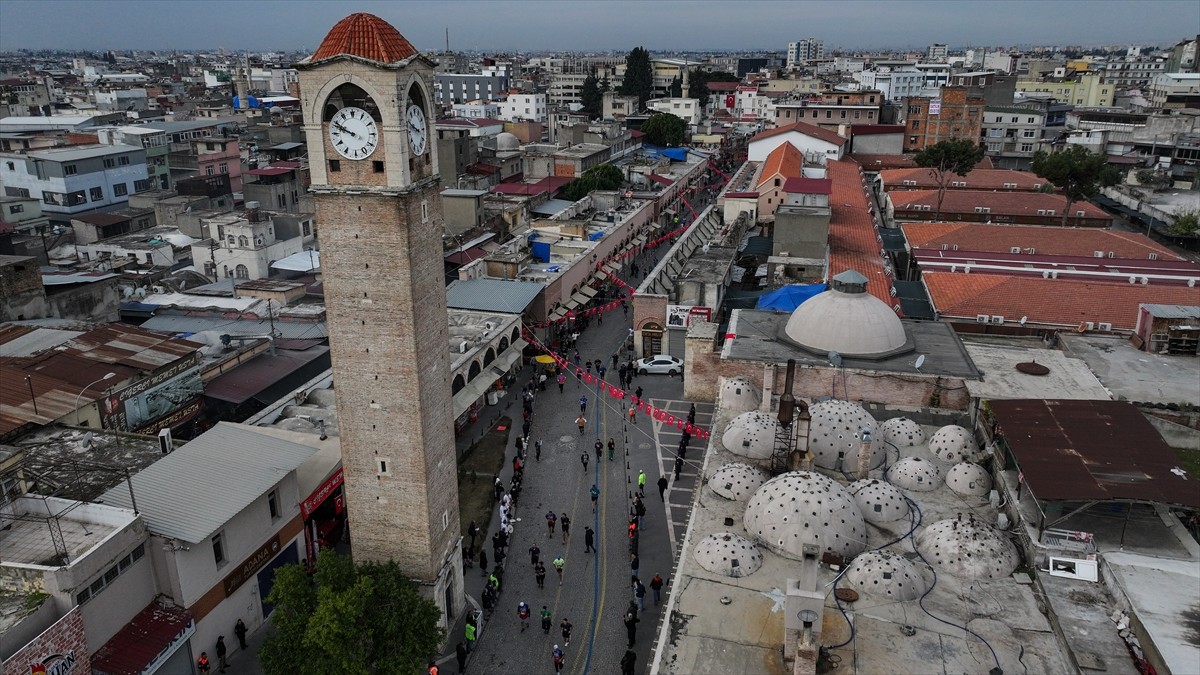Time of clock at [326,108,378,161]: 9:48
